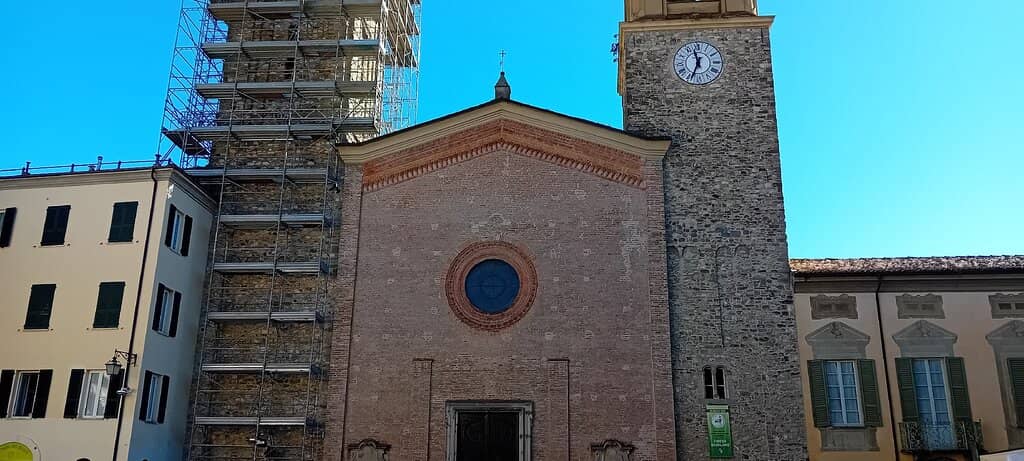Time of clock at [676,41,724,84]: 11:33
